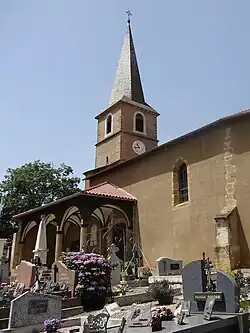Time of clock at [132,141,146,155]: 10:43
